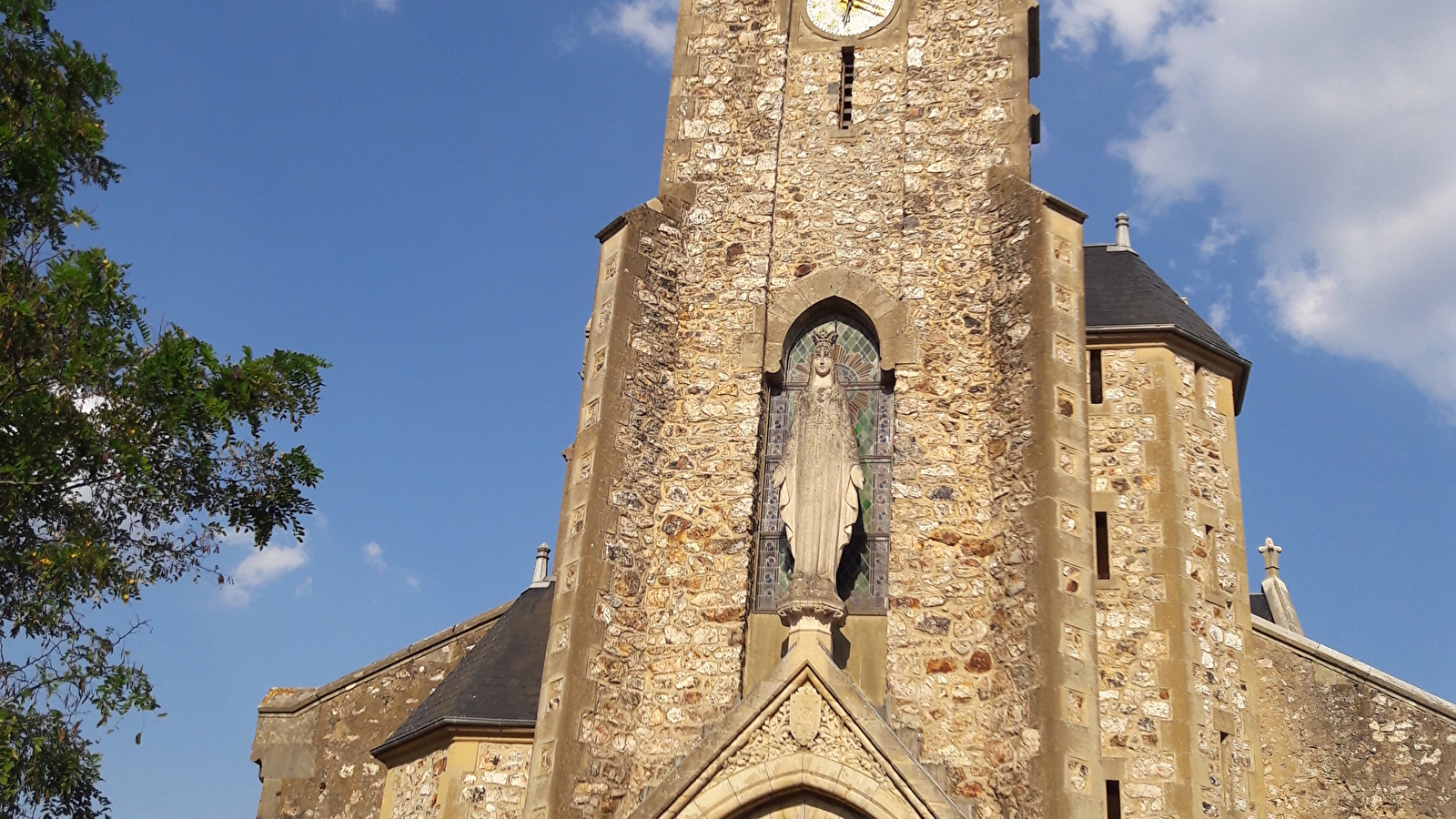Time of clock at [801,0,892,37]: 6:19
